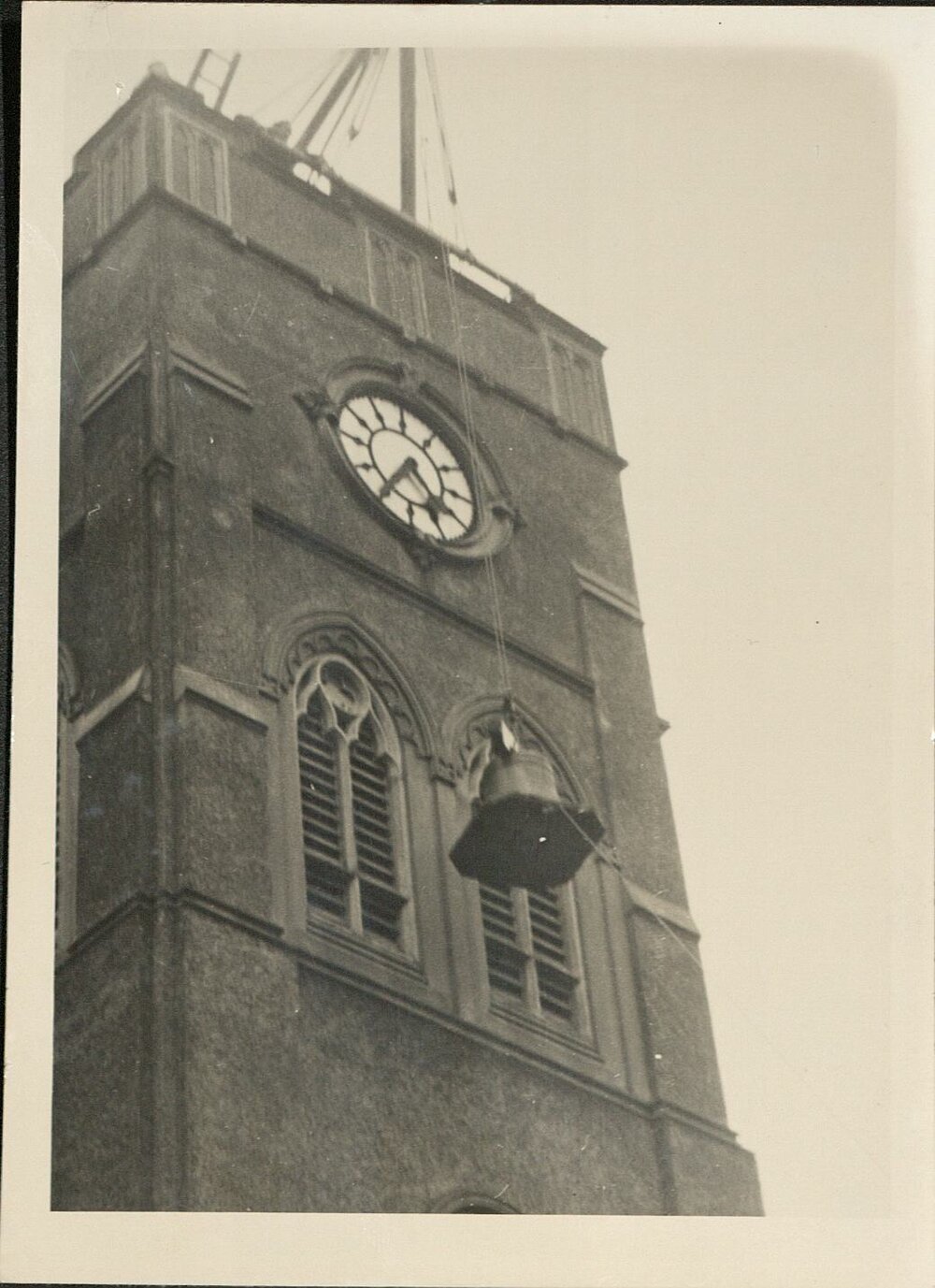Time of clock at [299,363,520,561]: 4:35
